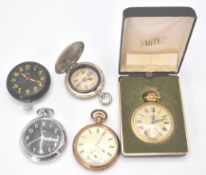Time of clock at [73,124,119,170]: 4:04
